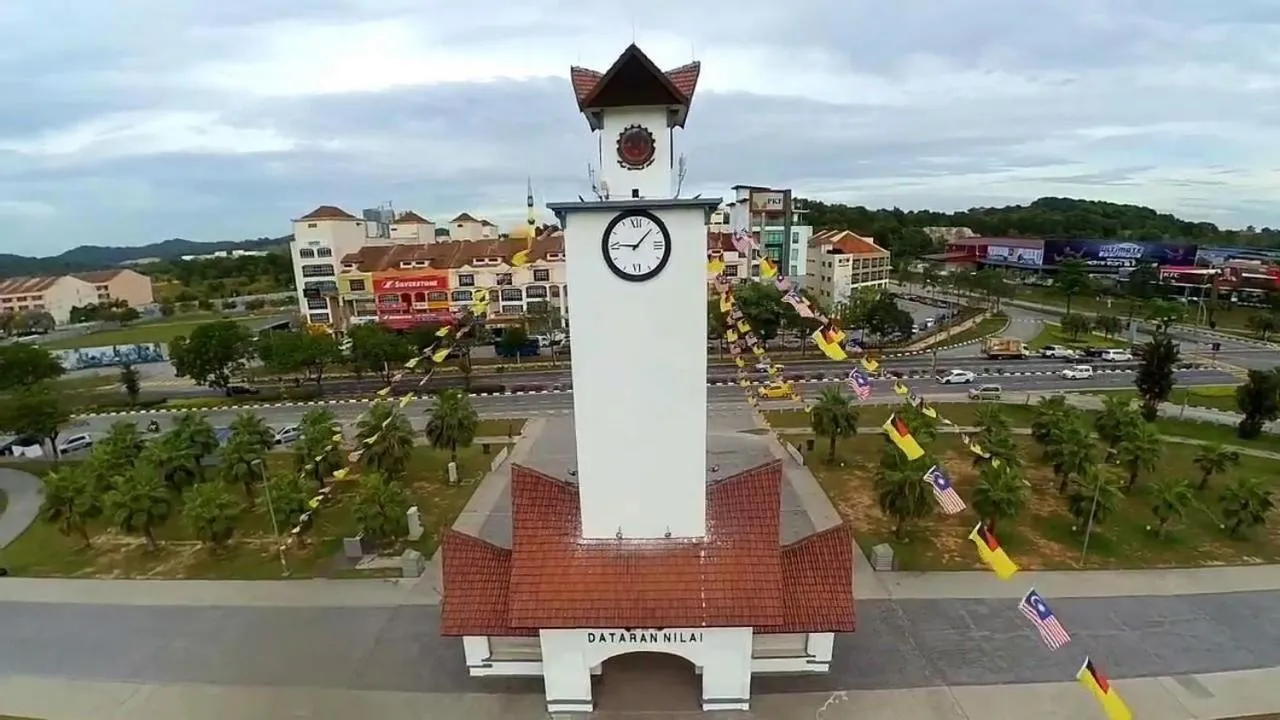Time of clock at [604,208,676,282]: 9:07
